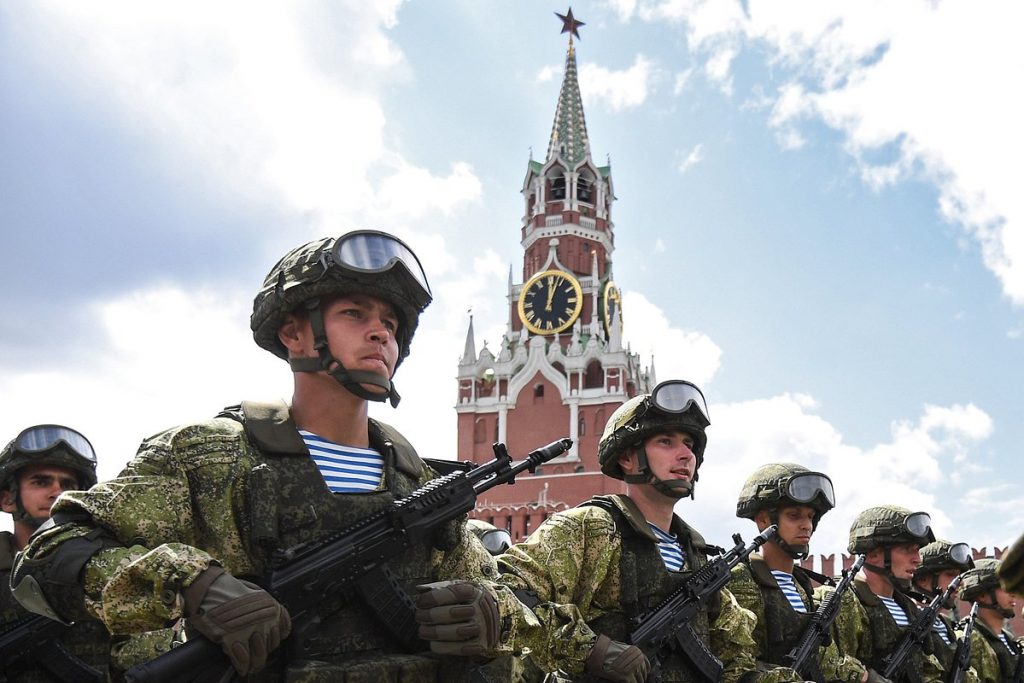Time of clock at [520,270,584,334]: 12:03
